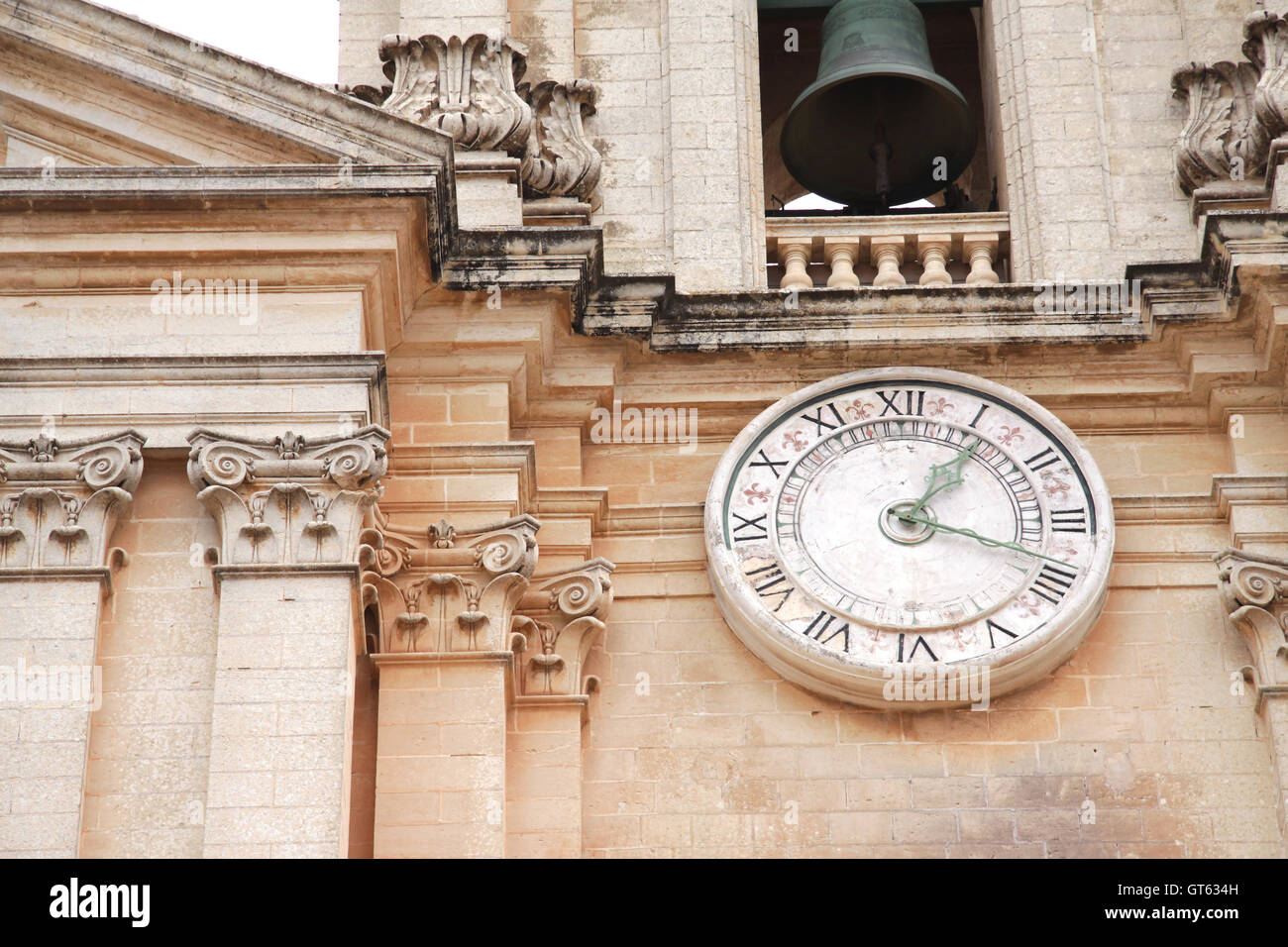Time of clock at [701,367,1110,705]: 1:18
